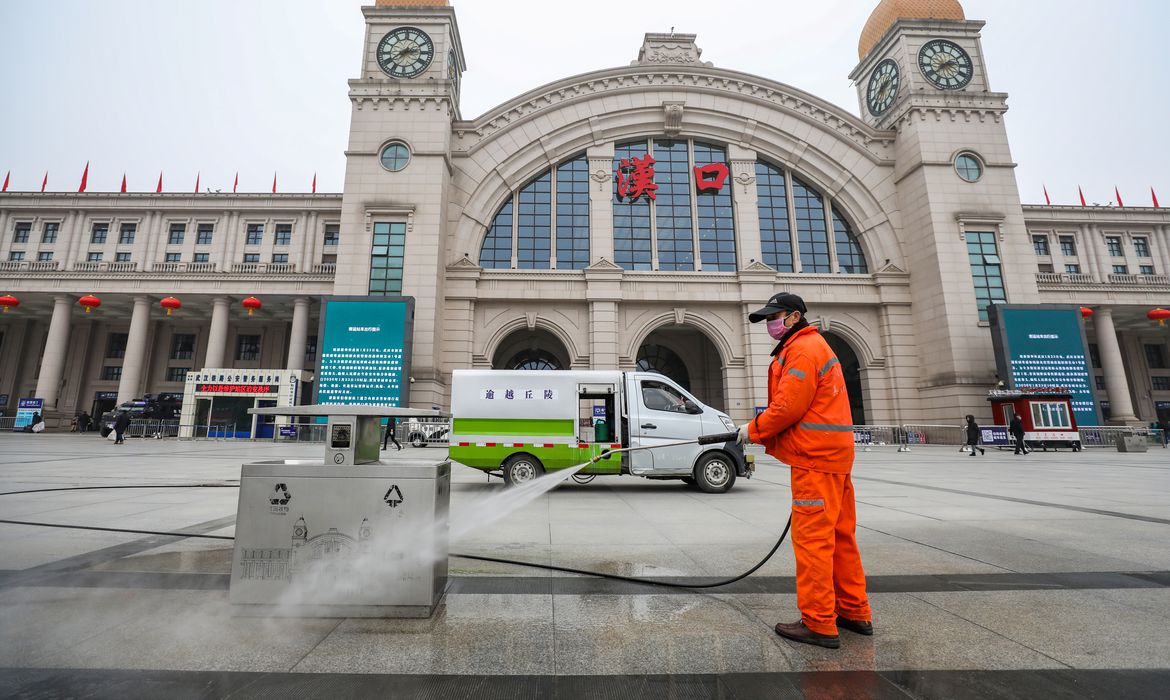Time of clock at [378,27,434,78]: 2:38
